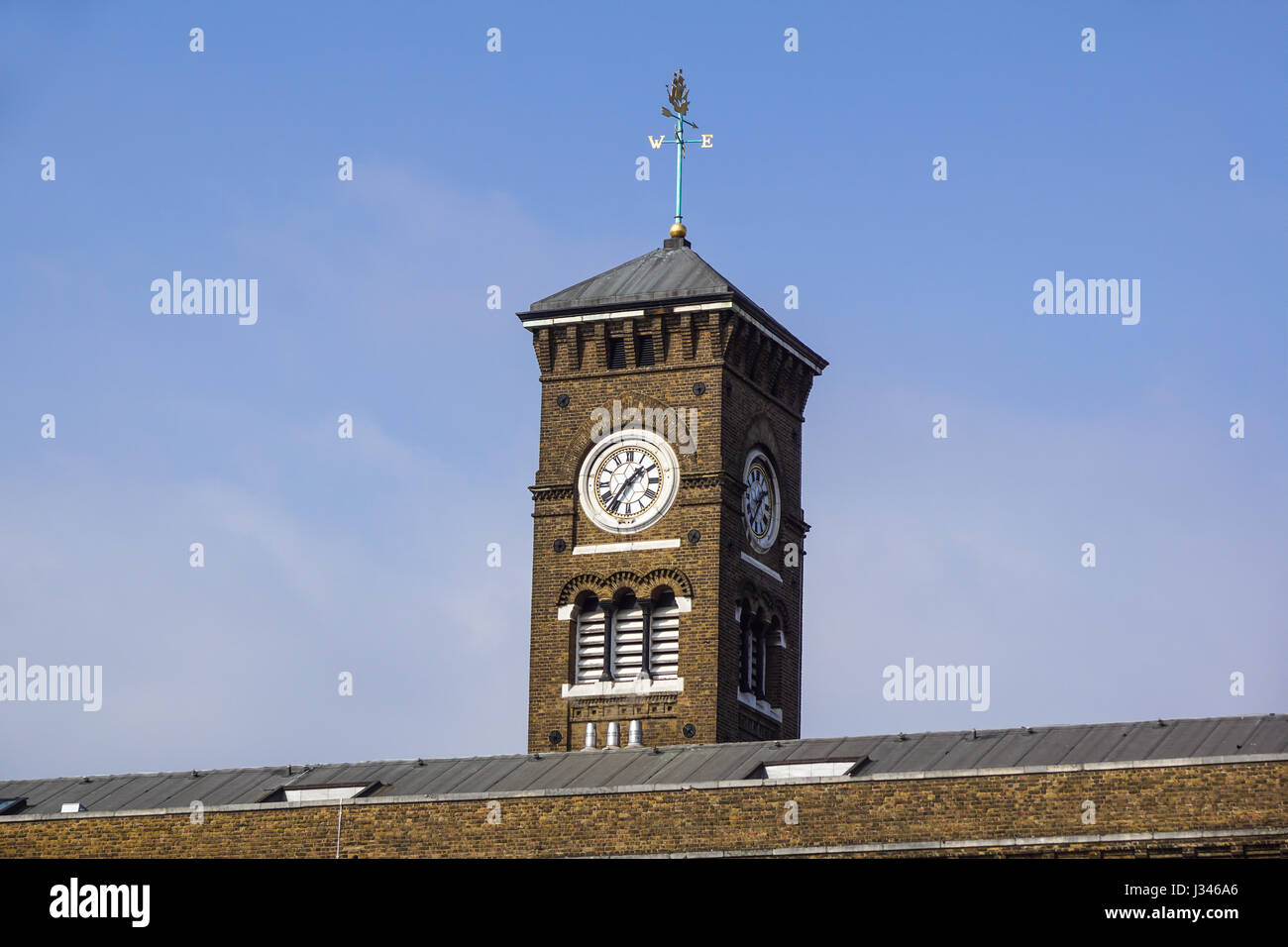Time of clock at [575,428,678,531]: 1:36
